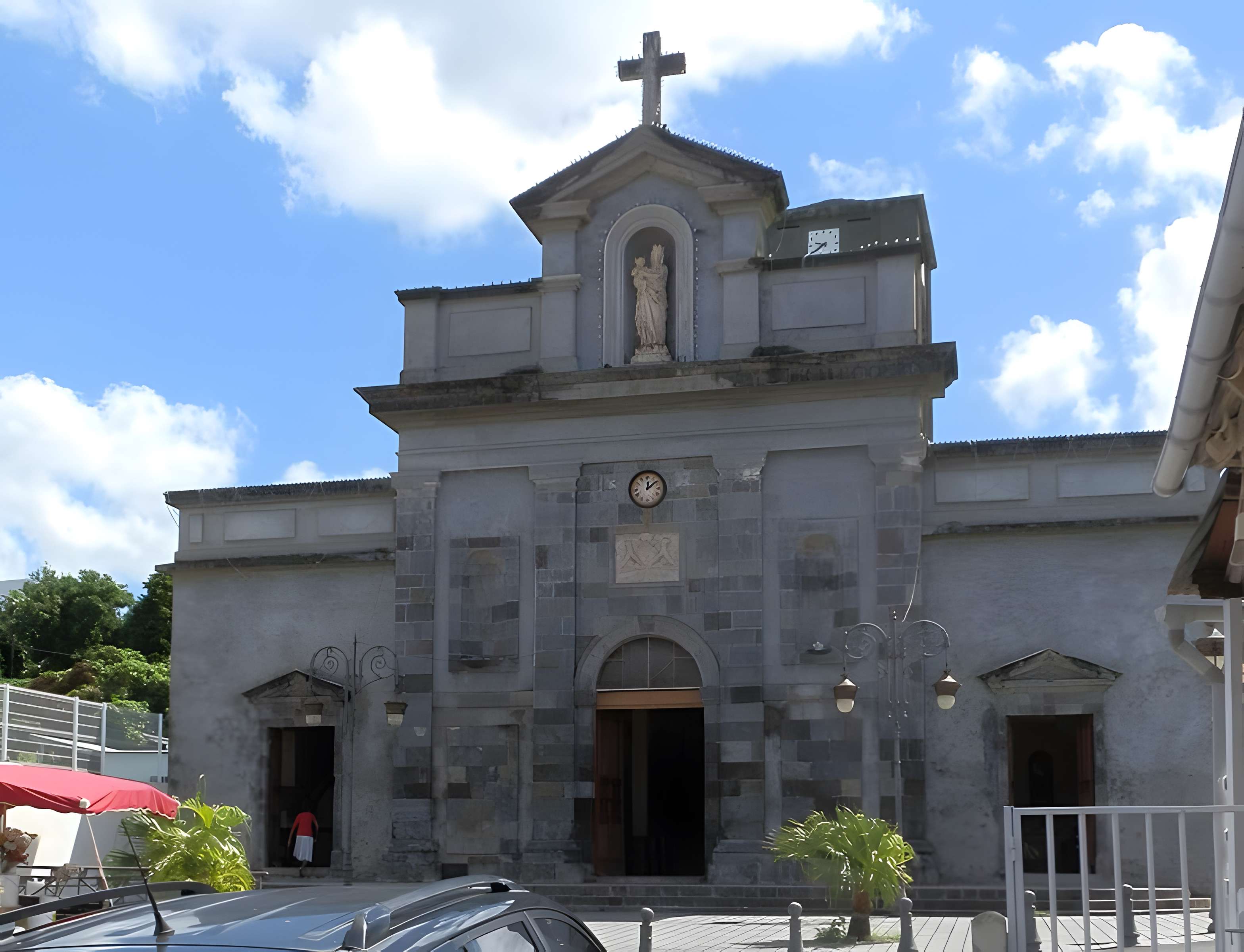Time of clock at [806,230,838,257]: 9:39
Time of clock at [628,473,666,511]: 12:08
